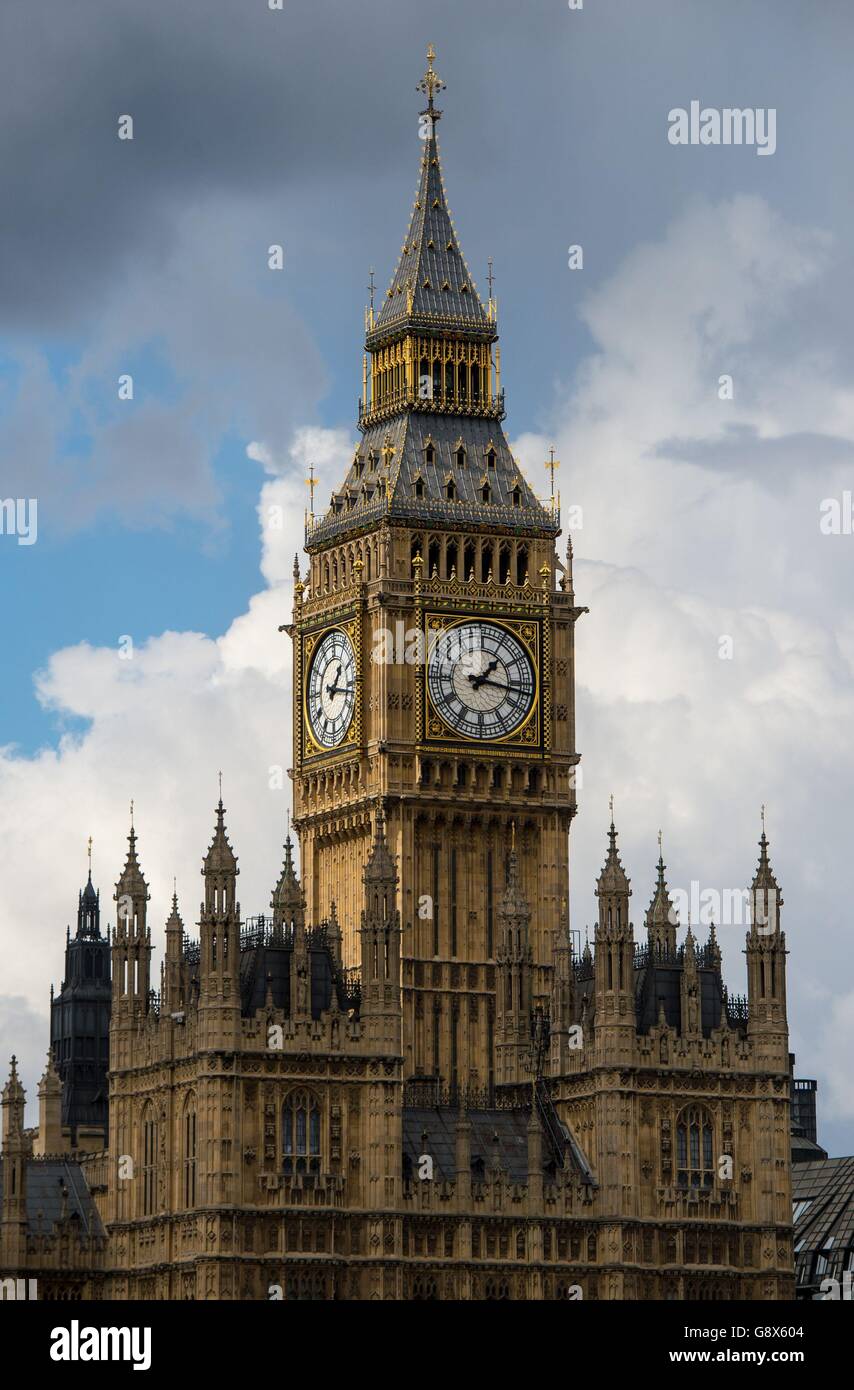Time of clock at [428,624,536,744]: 1:16
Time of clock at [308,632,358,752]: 1:16
